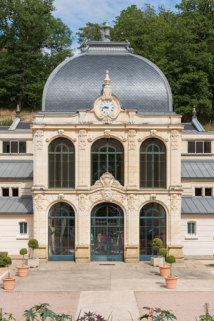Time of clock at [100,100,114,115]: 9:43
